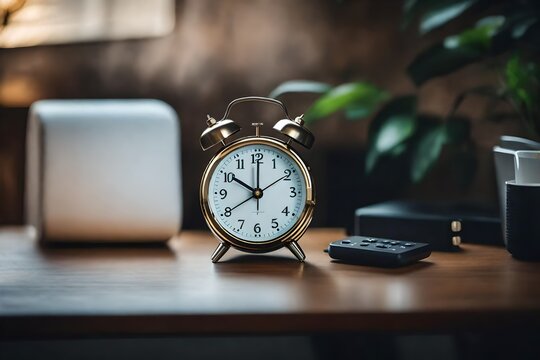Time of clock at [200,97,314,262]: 10:00
